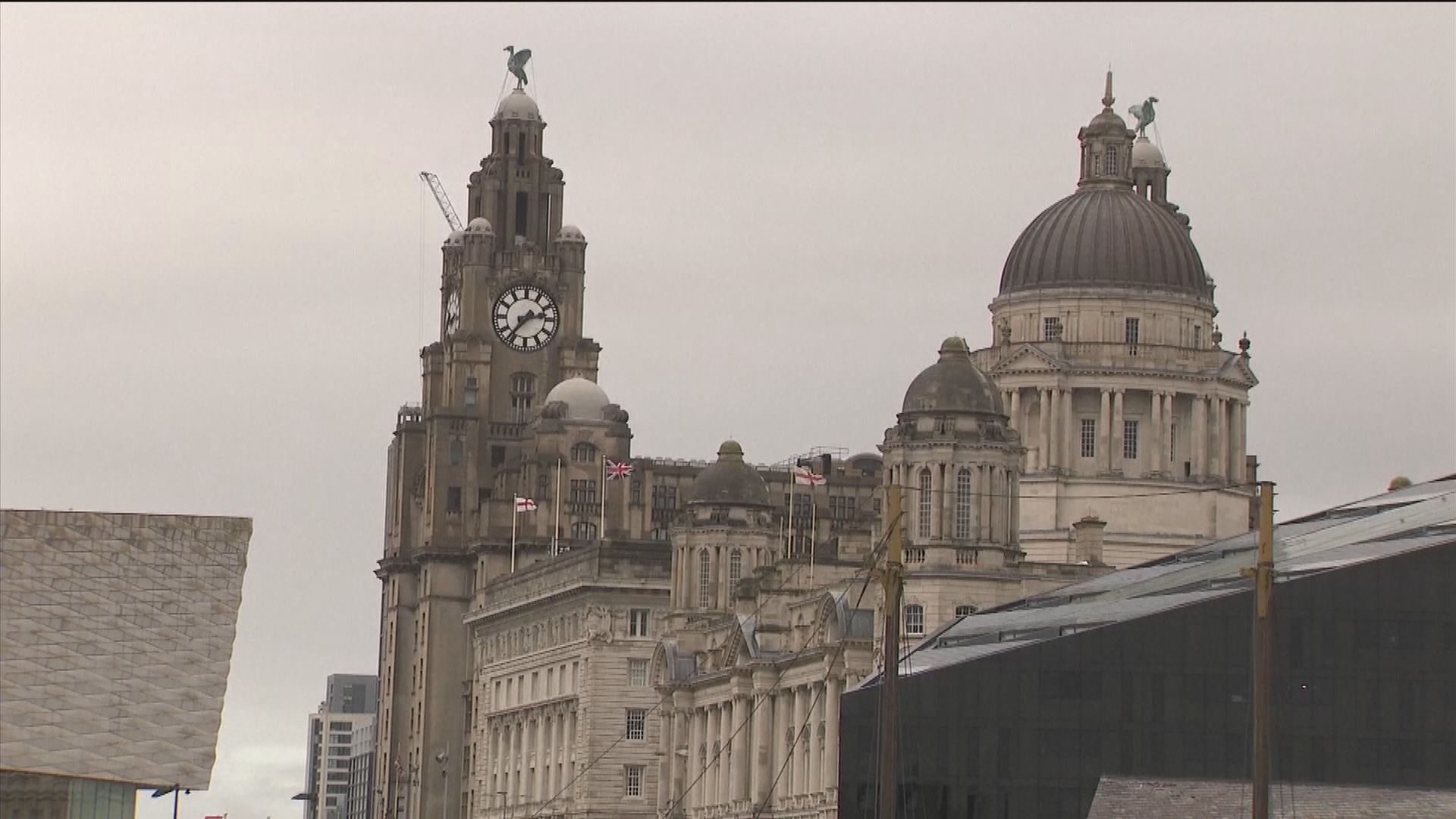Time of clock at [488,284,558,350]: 2:36
